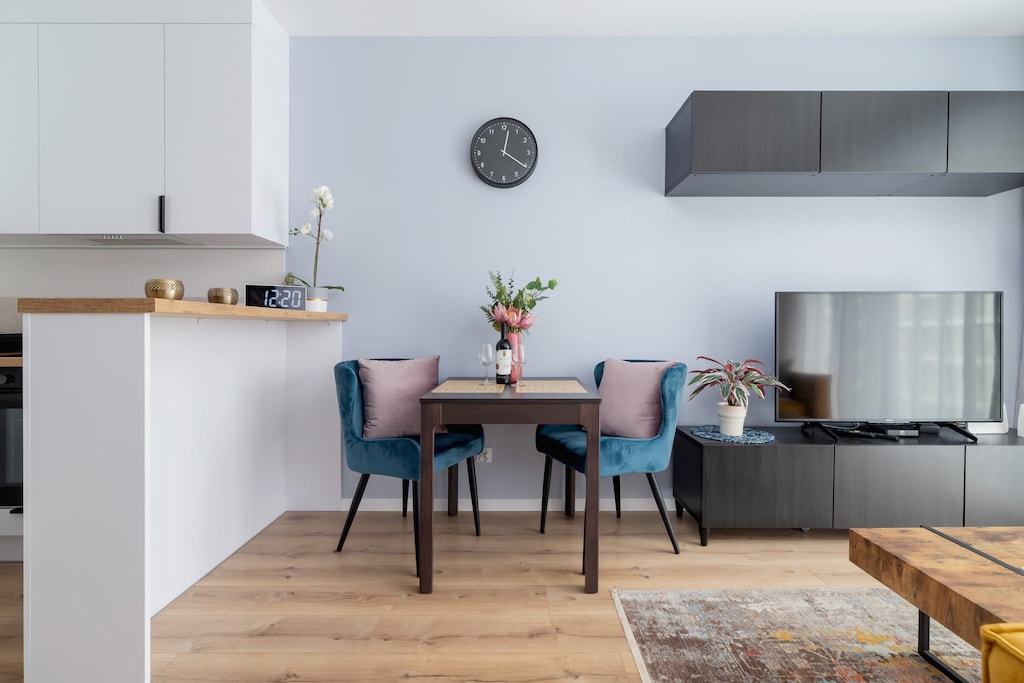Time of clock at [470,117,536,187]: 12:20
